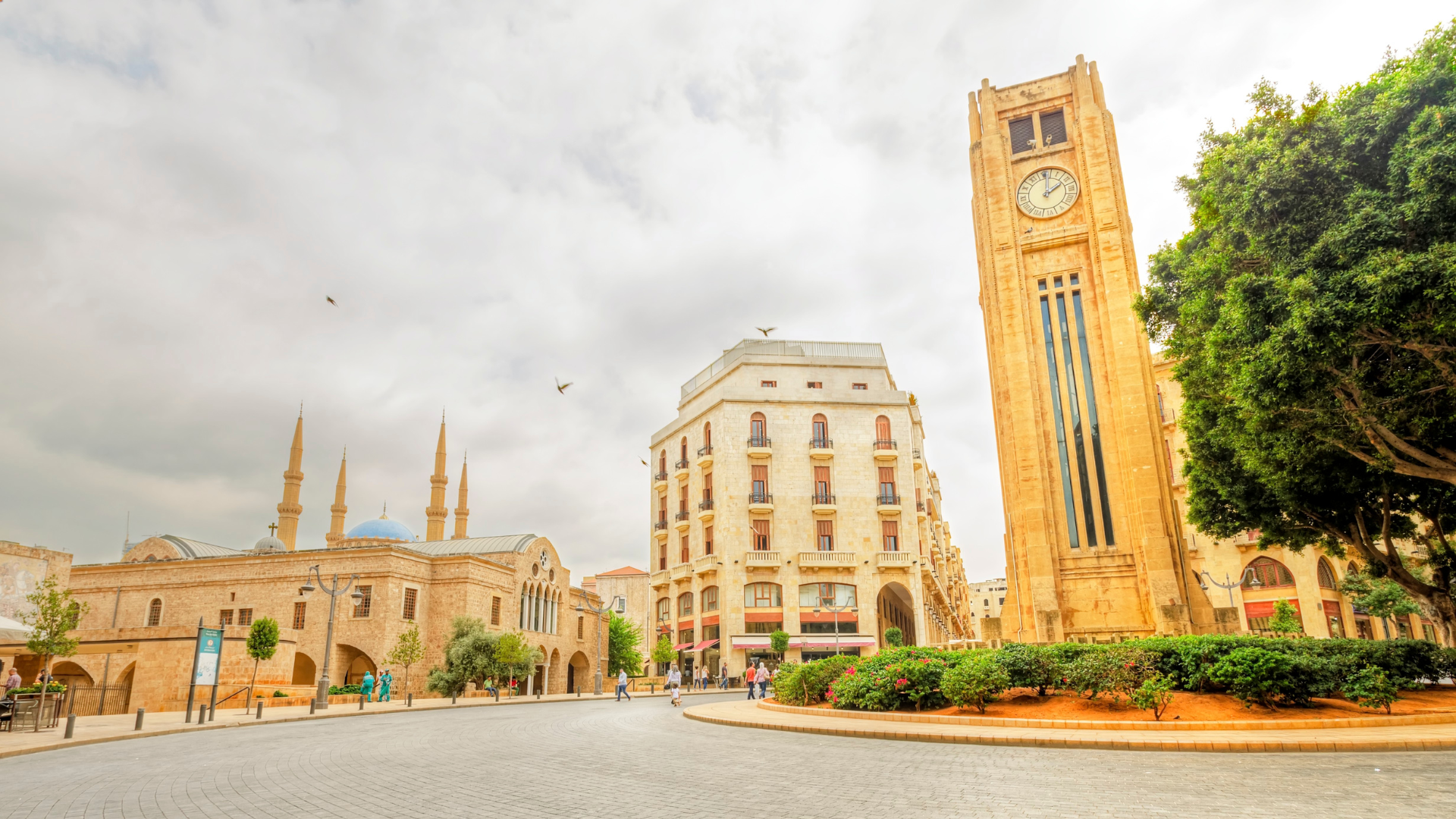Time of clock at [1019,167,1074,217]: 2:01
